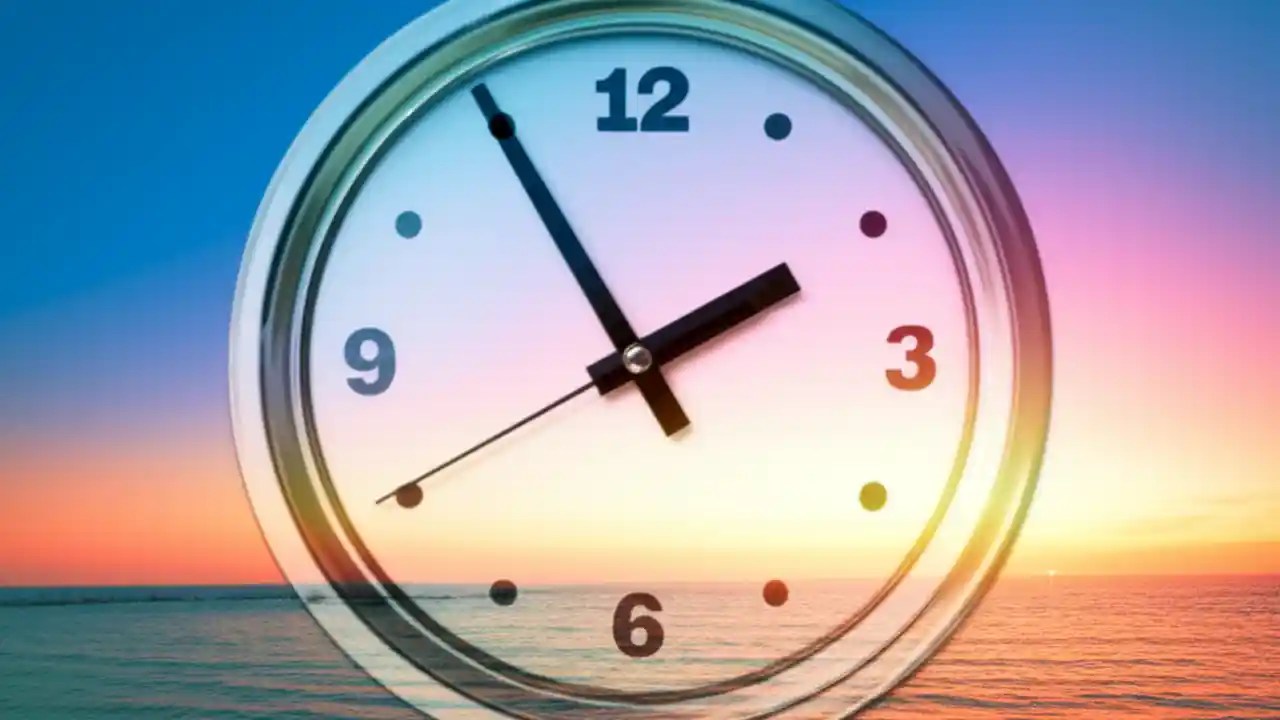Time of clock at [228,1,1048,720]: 1:54
